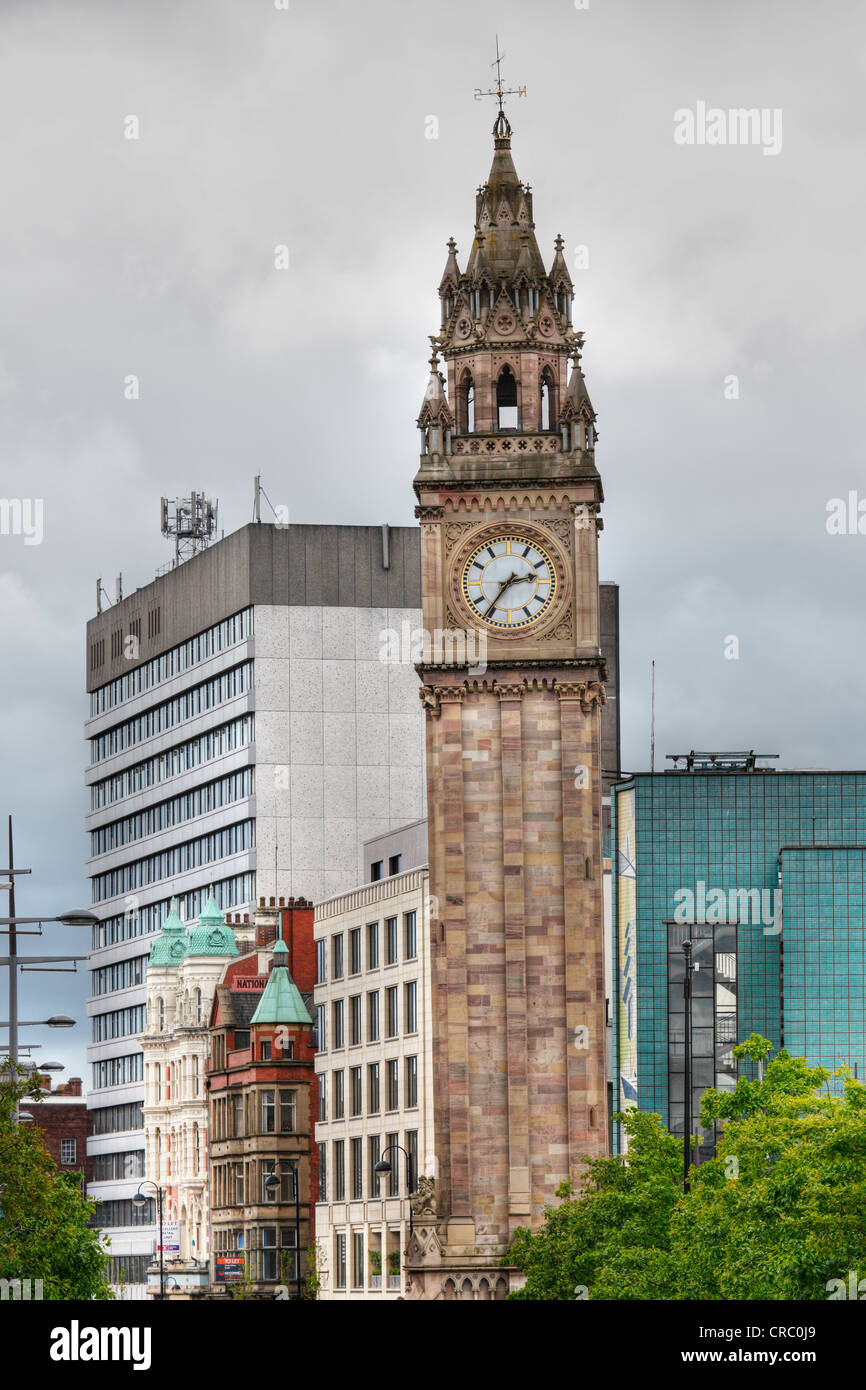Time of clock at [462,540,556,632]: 2:36
